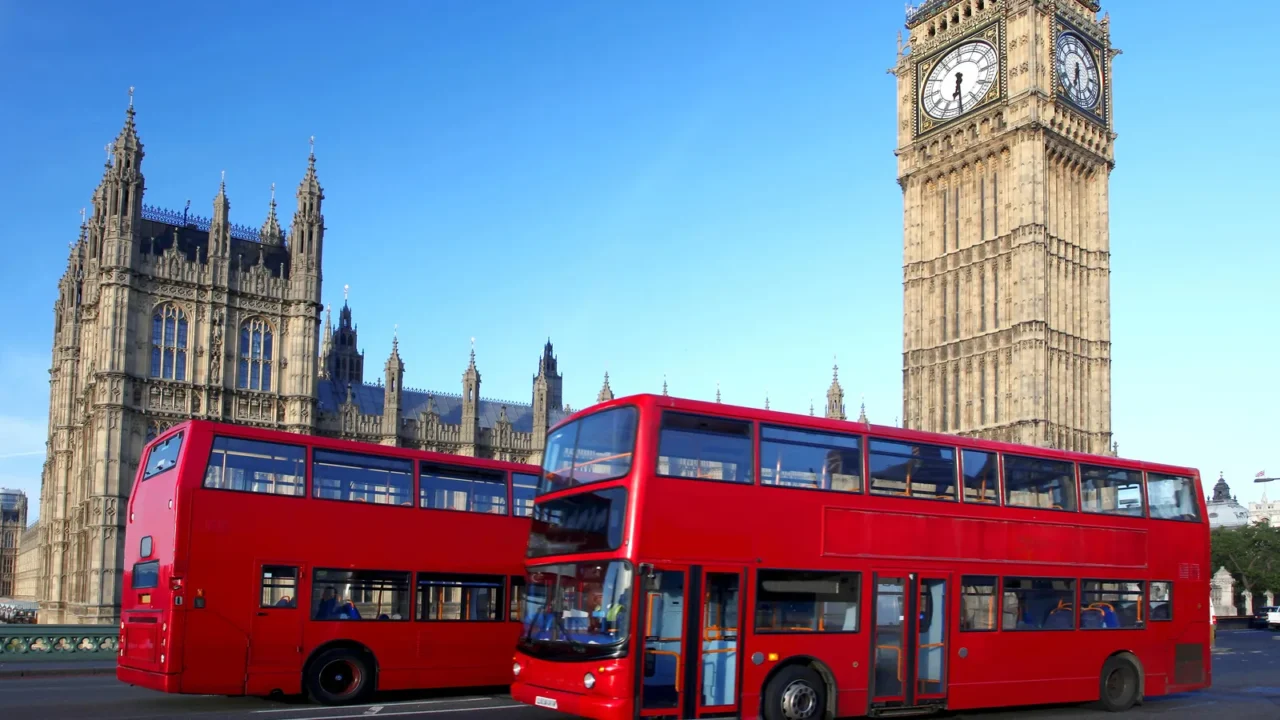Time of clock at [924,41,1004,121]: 6:29
